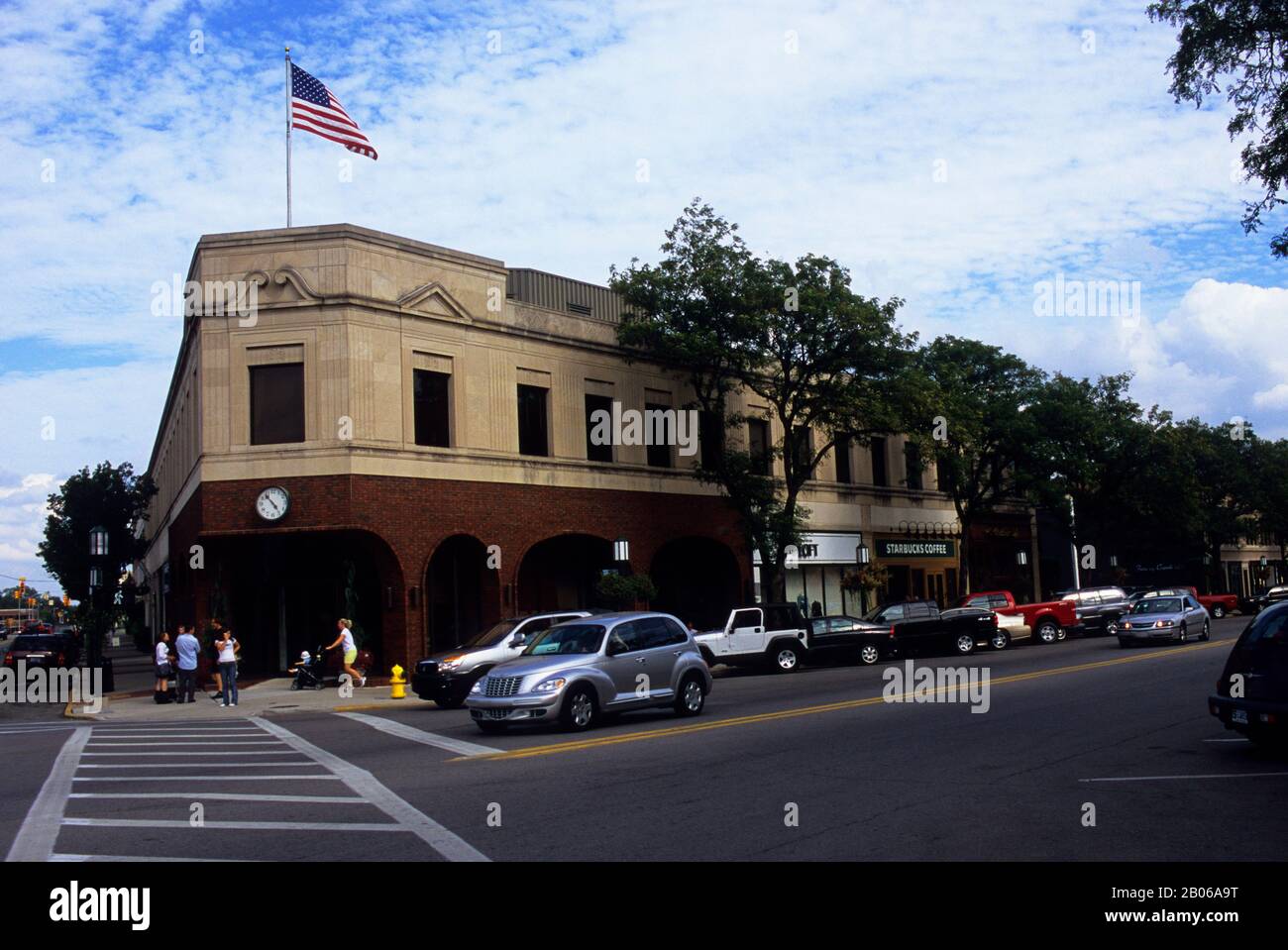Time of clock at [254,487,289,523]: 4:53
